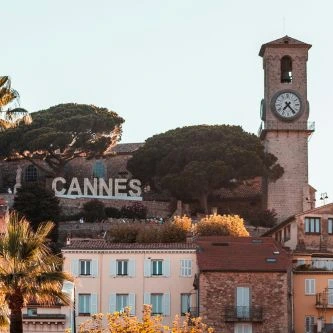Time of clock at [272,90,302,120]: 7:23
